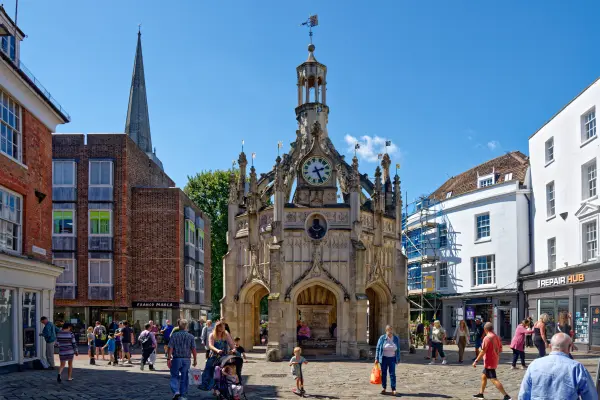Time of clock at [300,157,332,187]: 2:25
